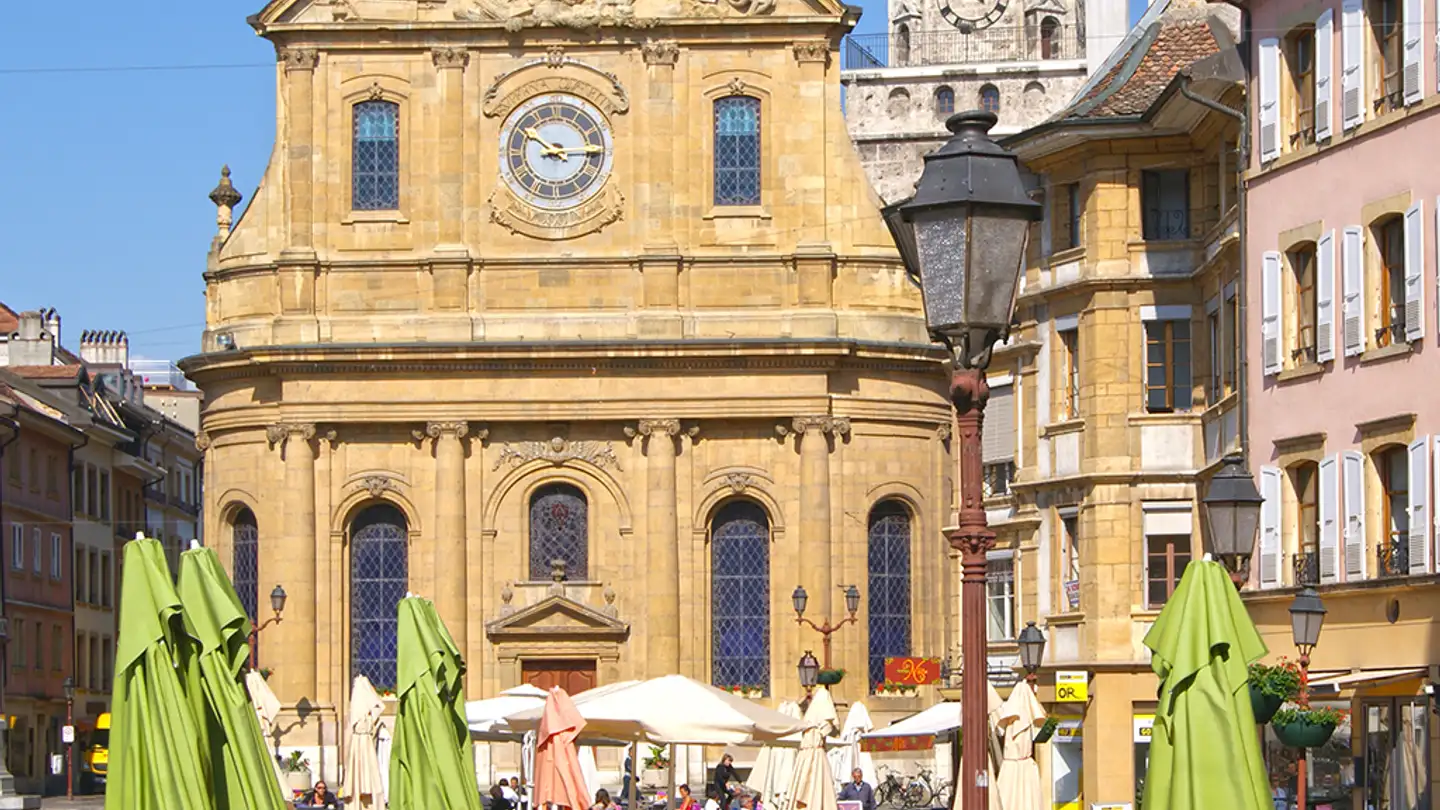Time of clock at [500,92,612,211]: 10:14
